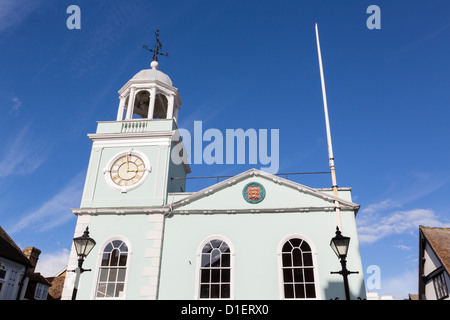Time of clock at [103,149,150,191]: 2:58
